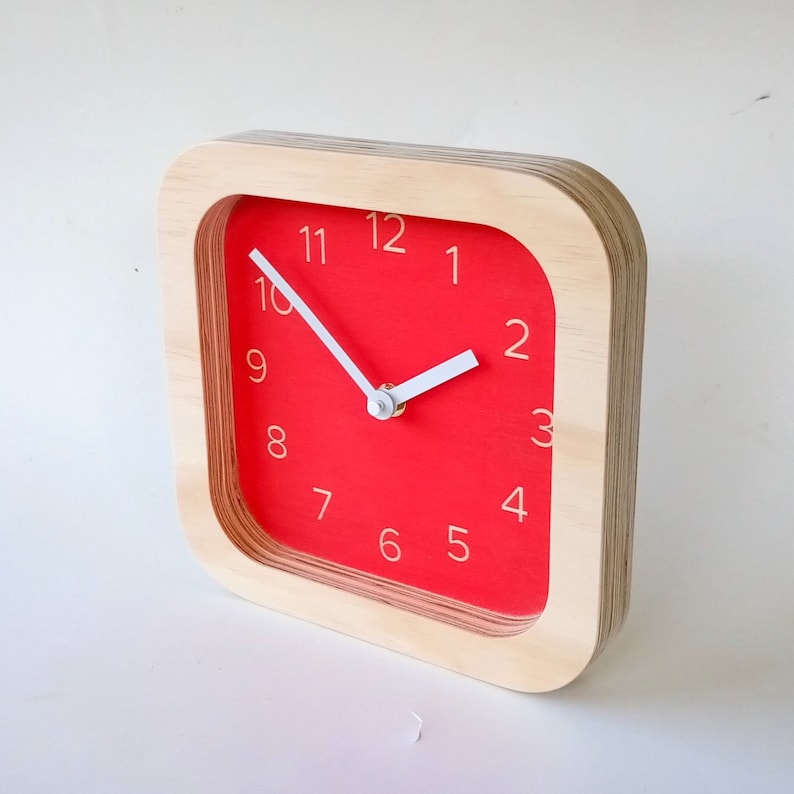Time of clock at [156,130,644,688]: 1:51
